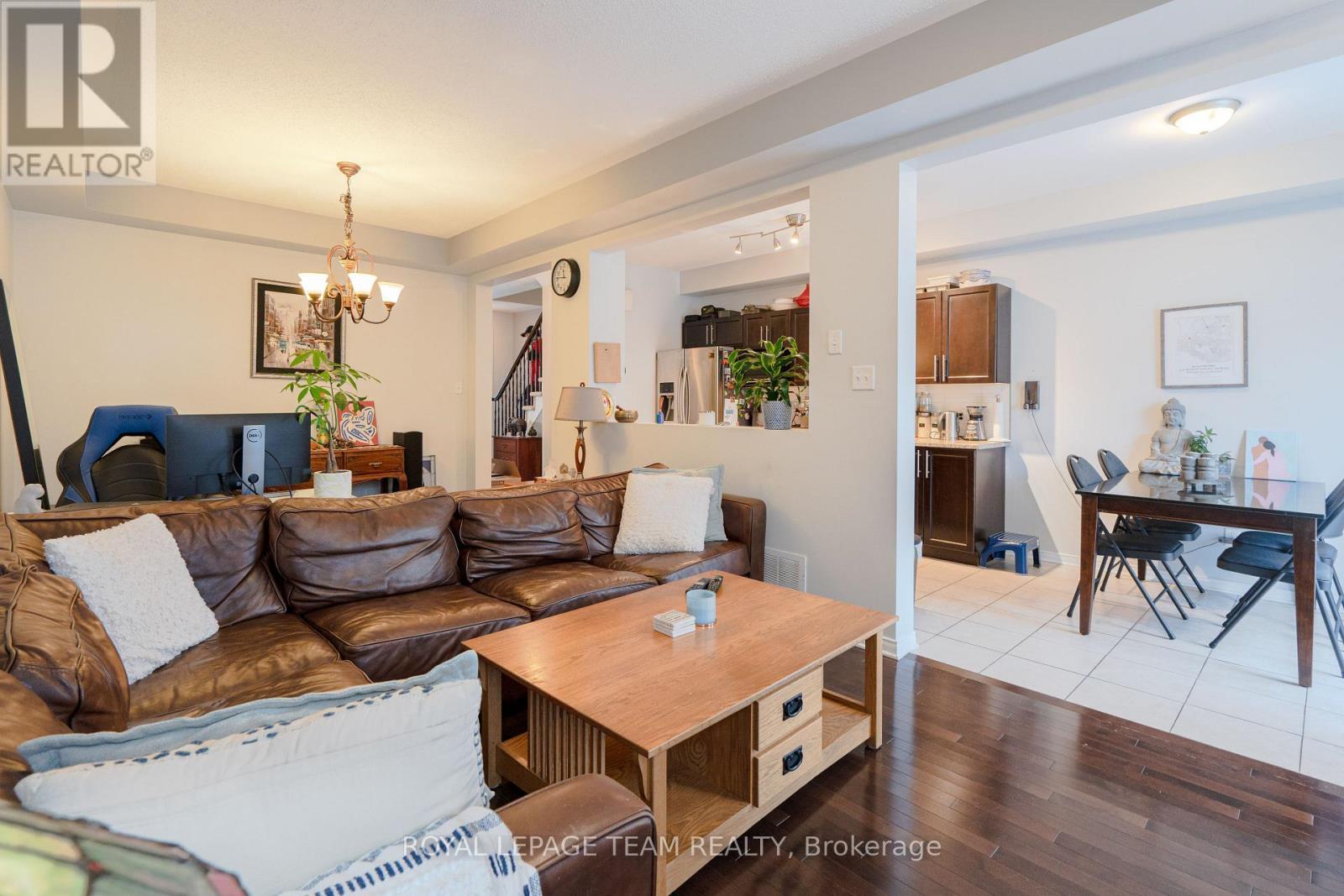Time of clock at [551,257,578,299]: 11:45
